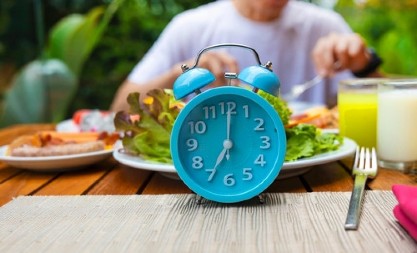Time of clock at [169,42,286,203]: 7:00
